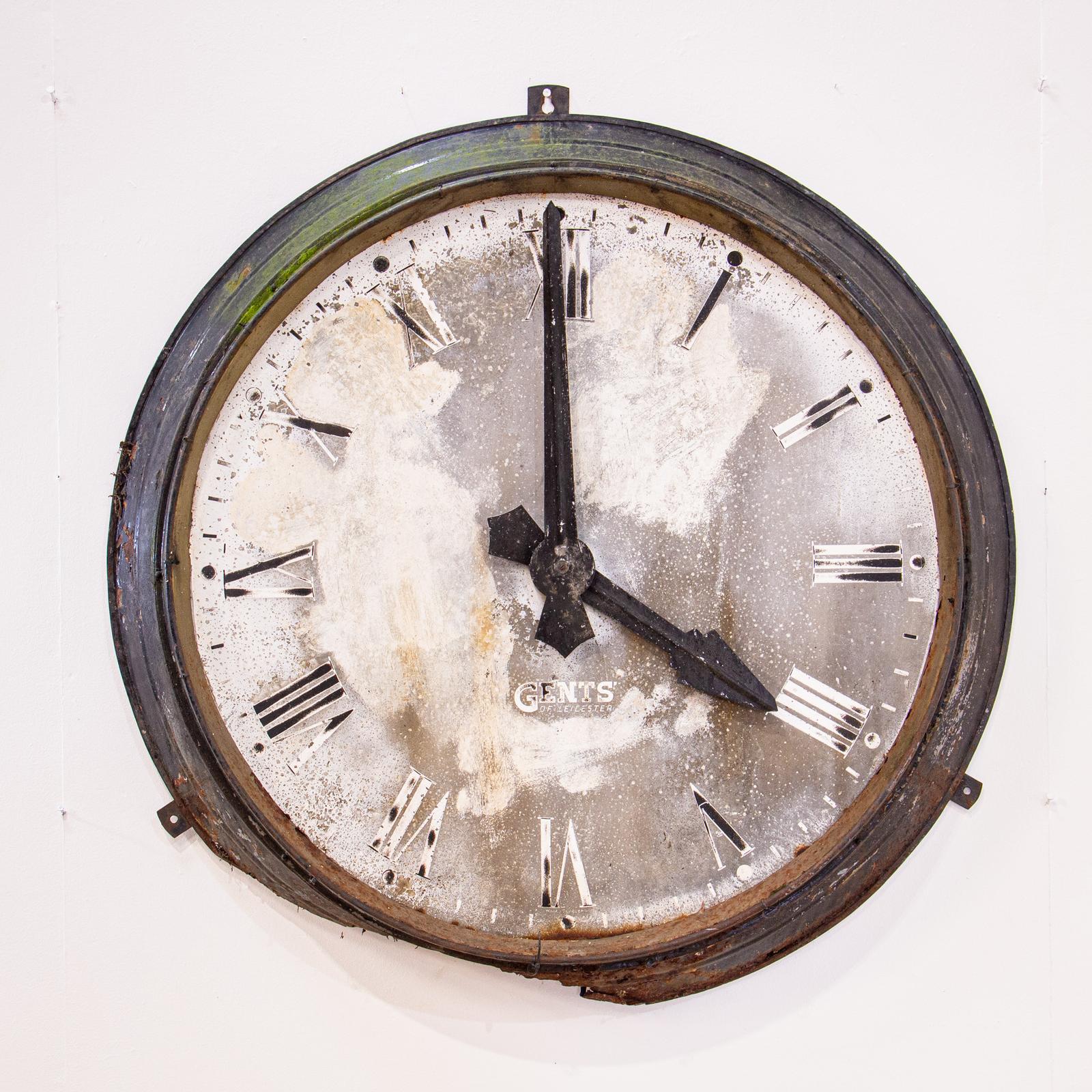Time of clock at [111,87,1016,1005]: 3:59
